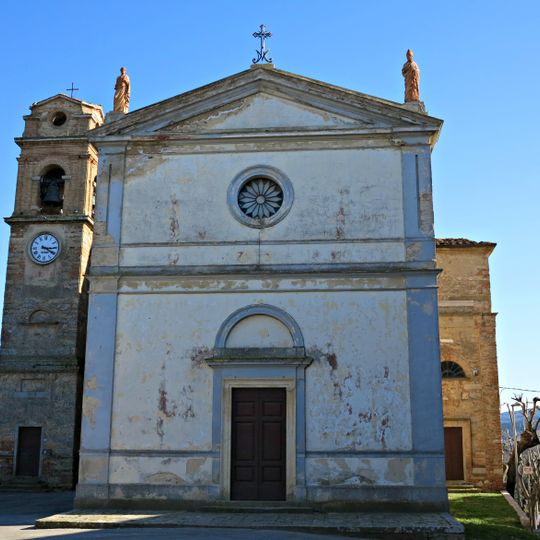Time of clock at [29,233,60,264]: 3:20
